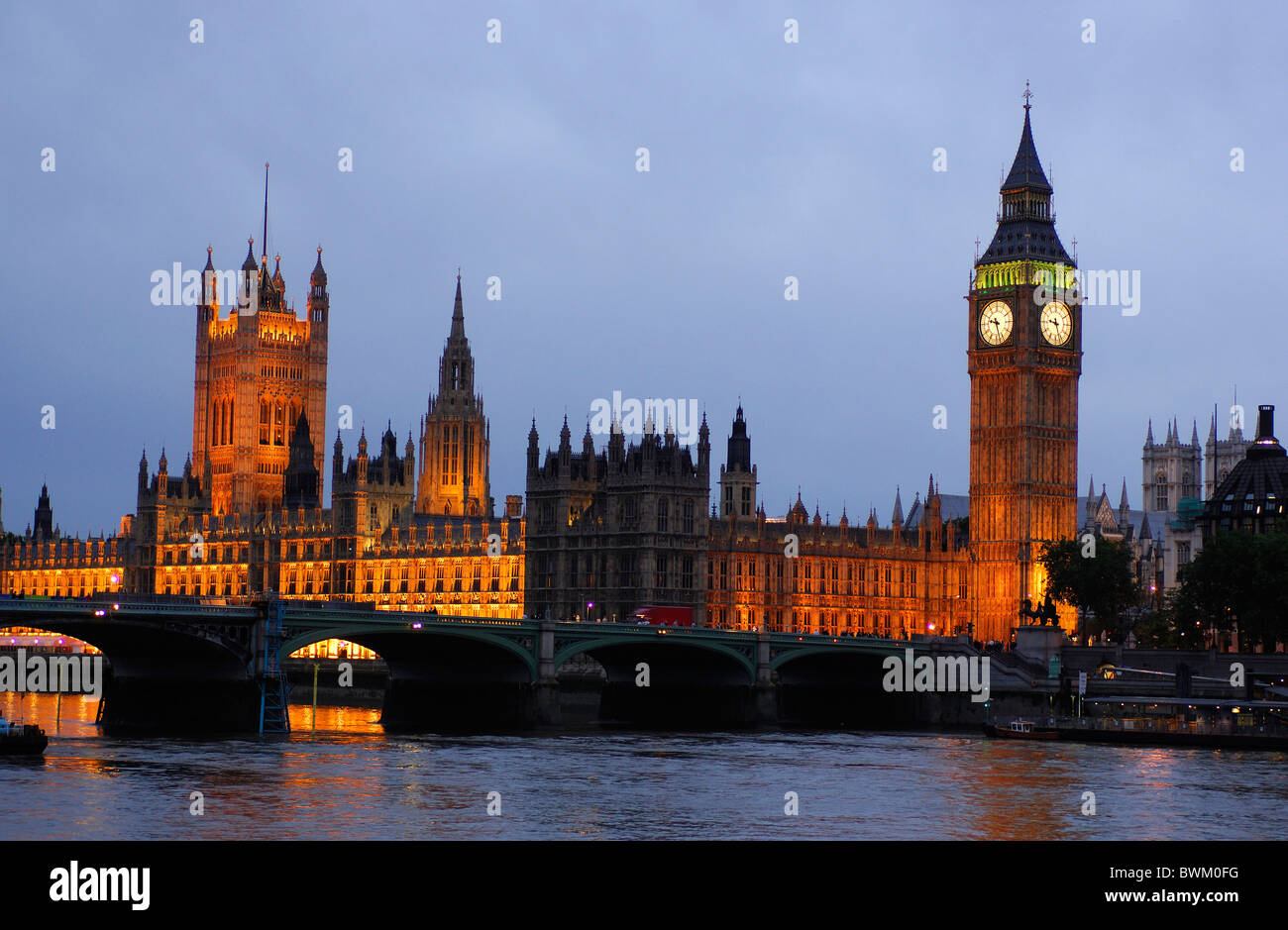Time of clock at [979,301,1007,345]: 9:27
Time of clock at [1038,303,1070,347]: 9:27
